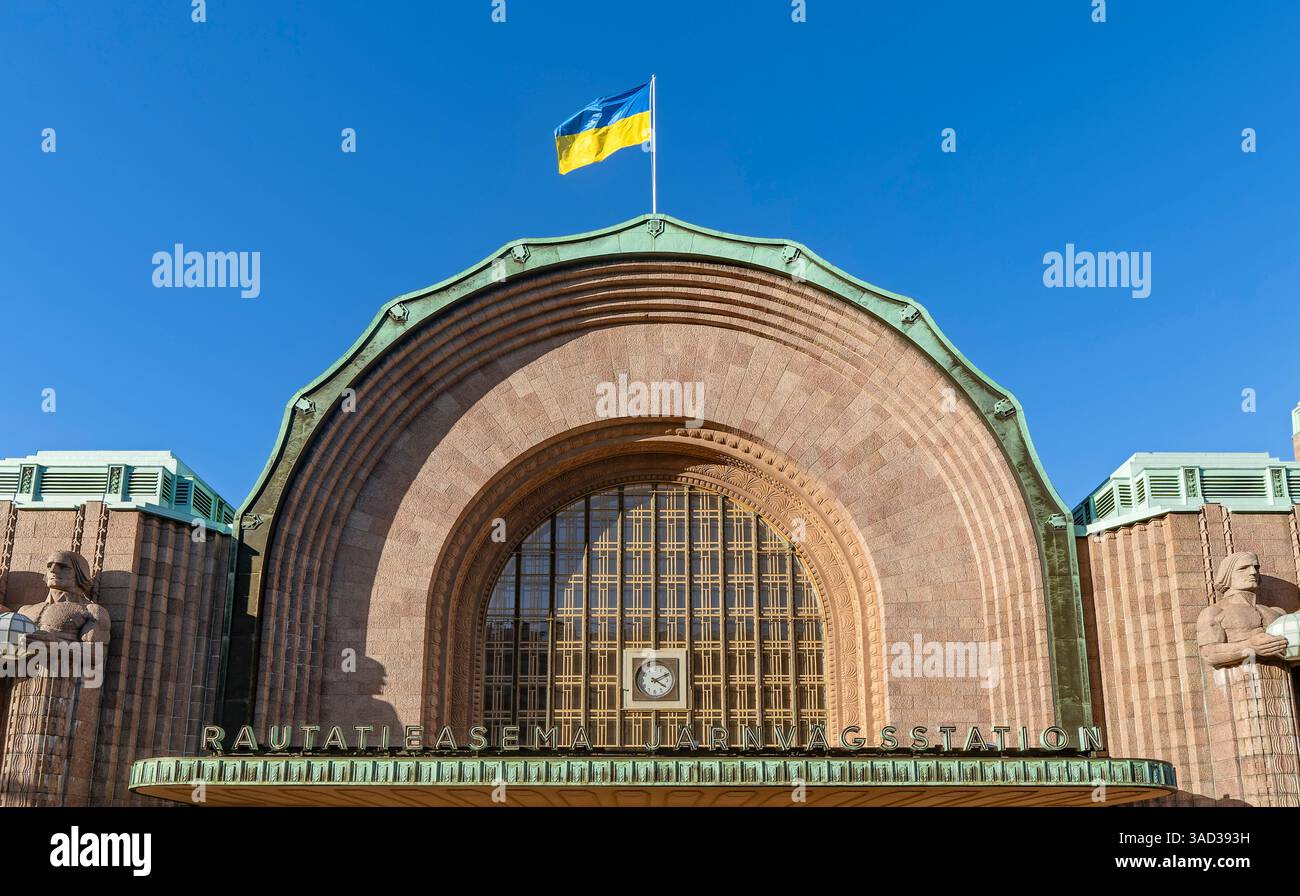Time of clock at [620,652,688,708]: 4:10
